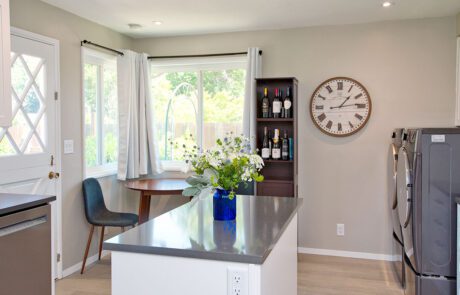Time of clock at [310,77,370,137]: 1:13
